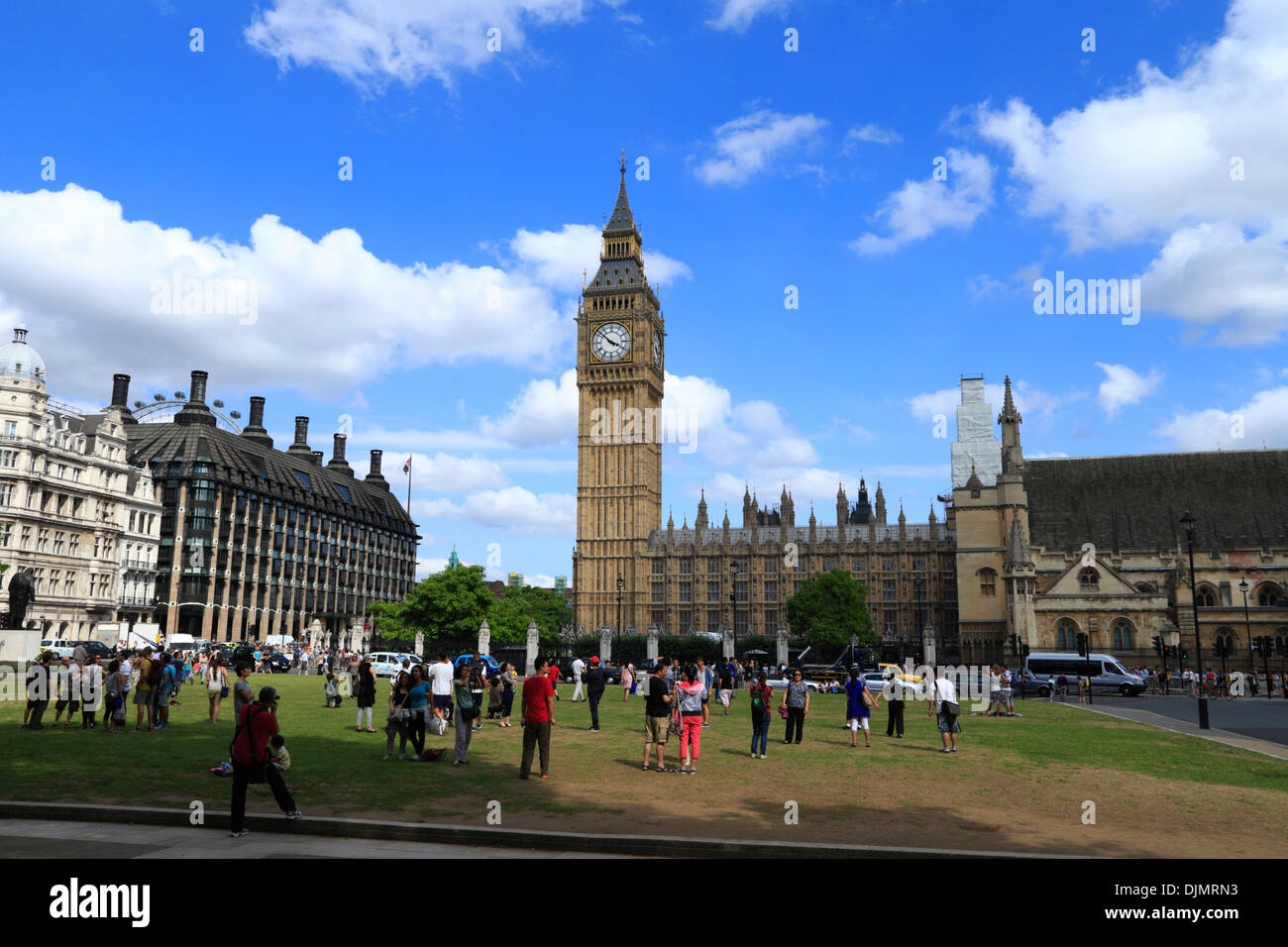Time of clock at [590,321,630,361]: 3:52
